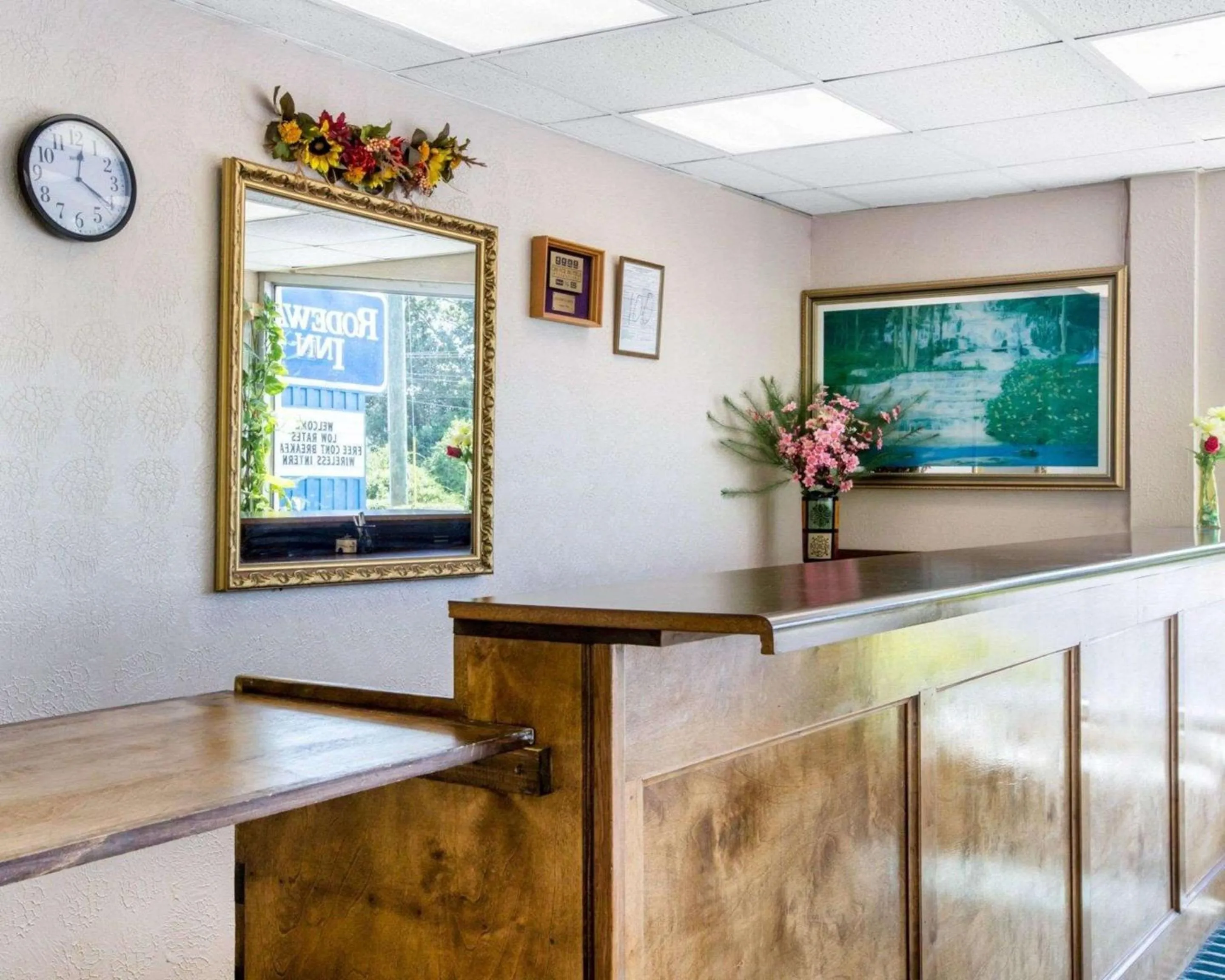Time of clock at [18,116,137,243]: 12:20
